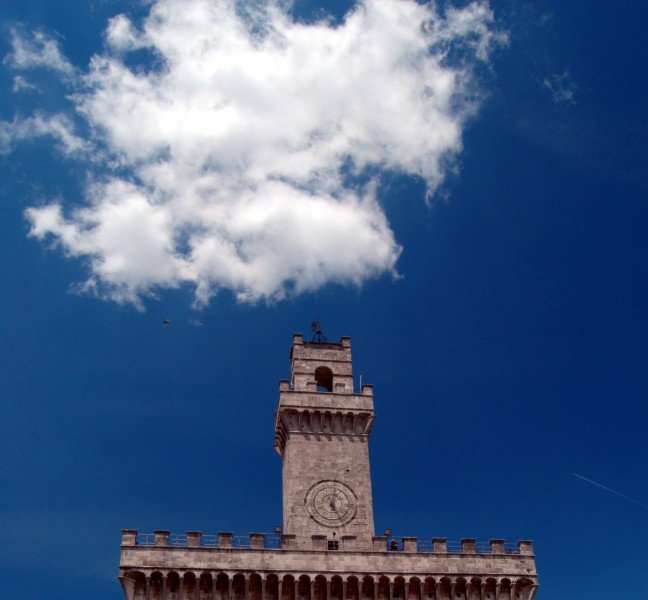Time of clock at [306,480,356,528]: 5:01
